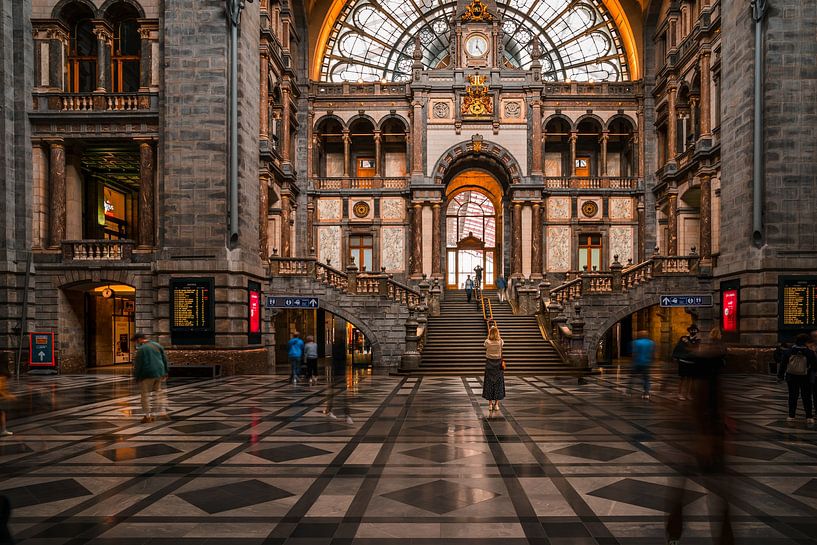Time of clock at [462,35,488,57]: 12:23
